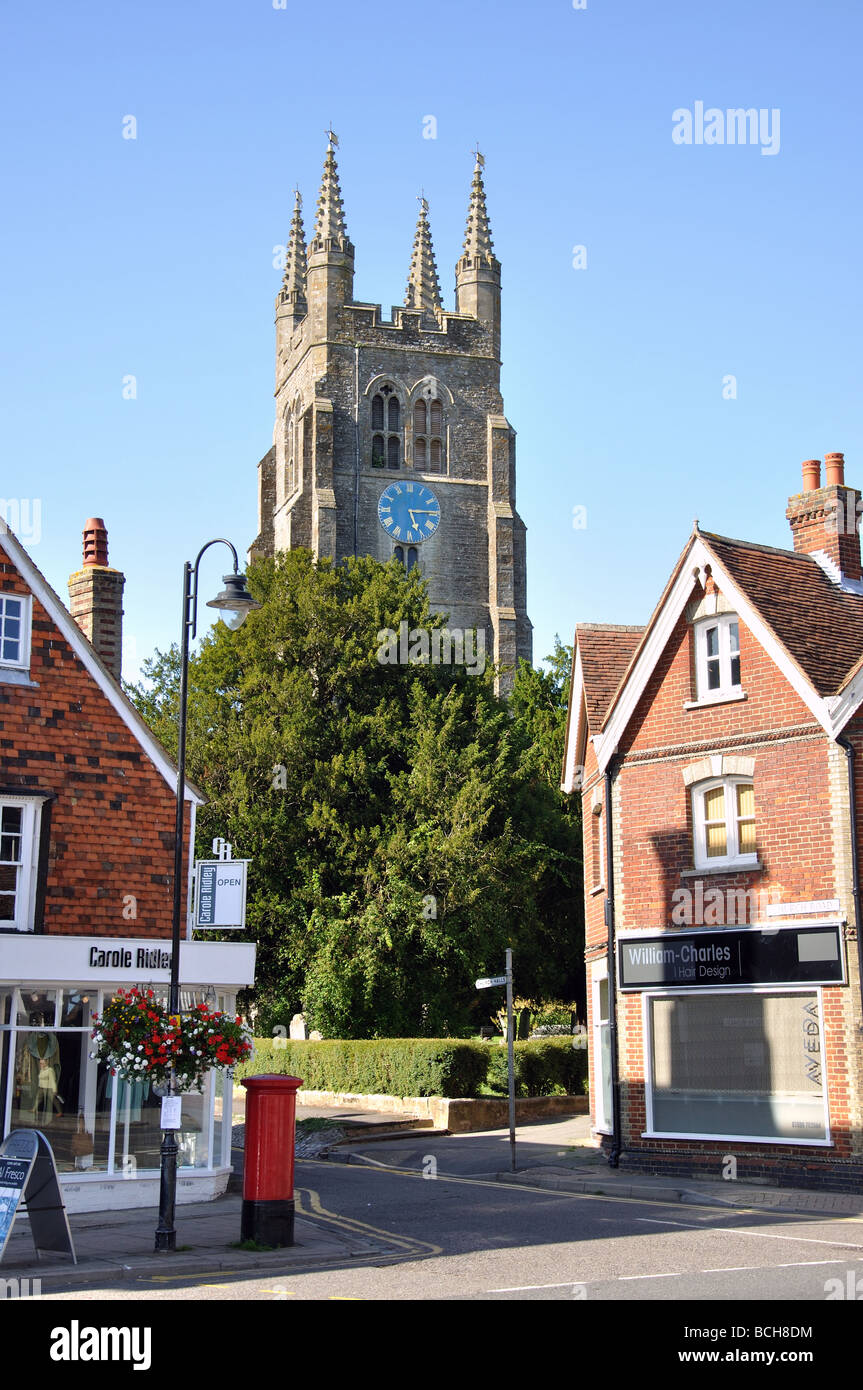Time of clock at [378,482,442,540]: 5:14
